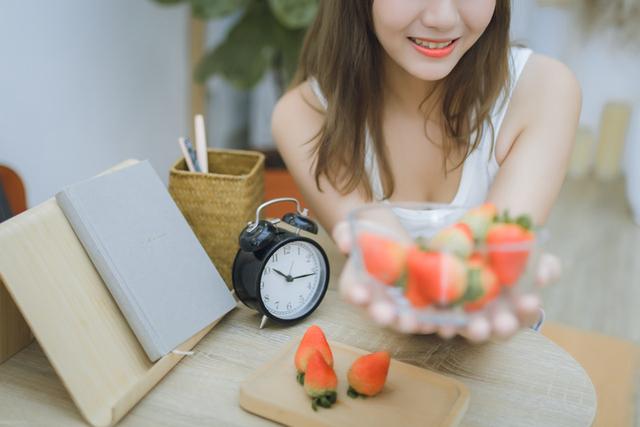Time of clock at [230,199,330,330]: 10:15
